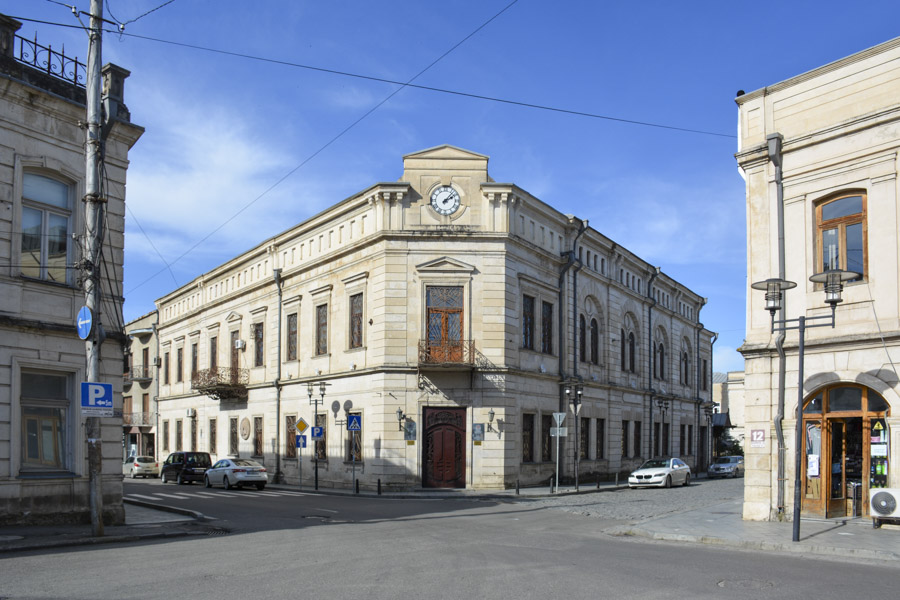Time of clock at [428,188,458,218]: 2:07
